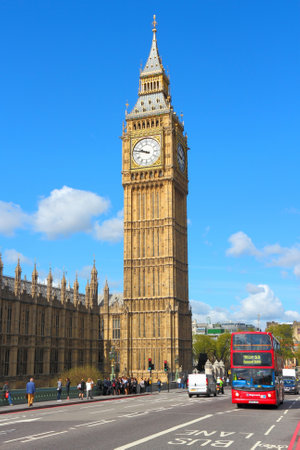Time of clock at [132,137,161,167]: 9:47
